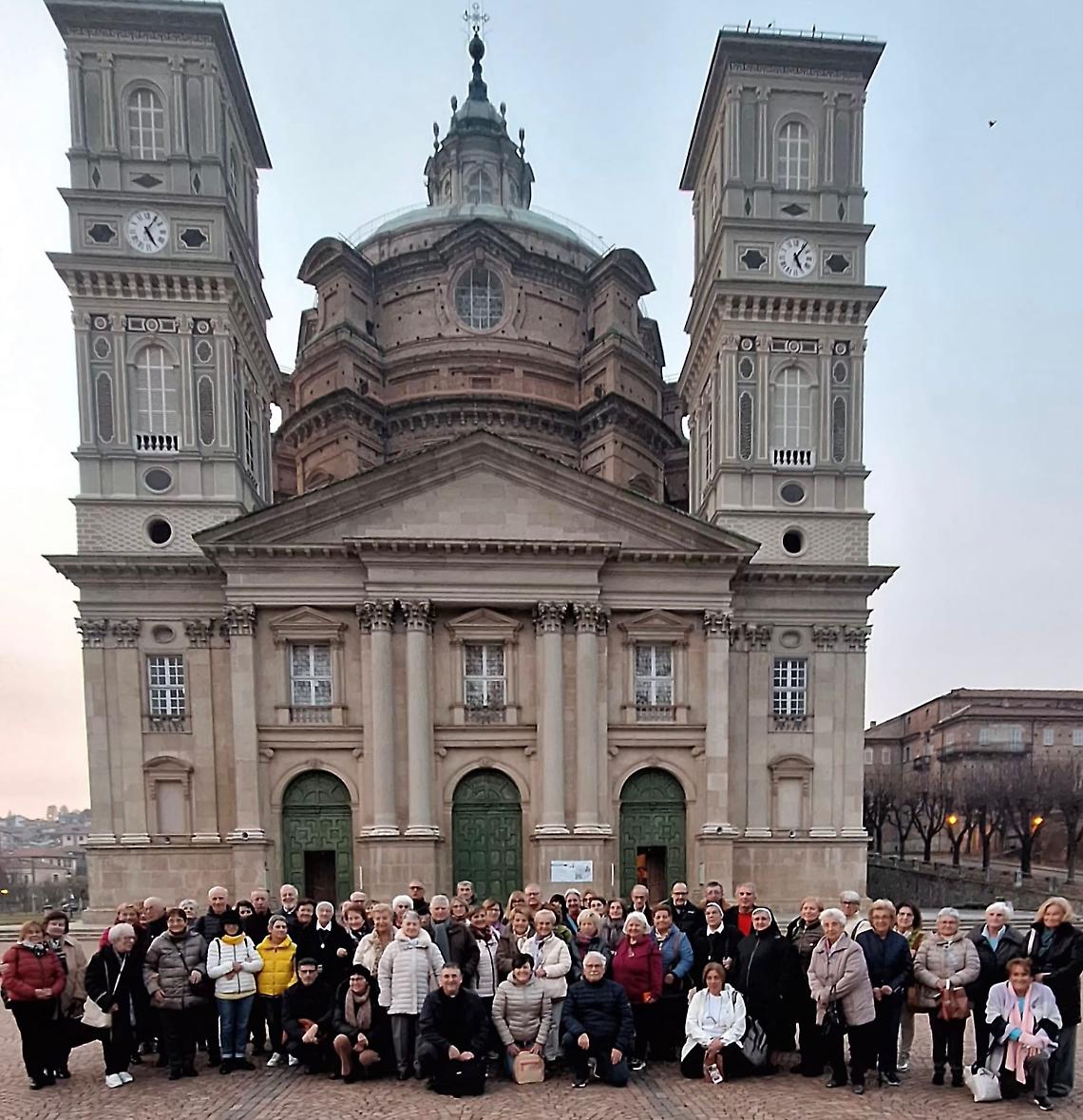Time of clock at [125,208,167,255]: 5:05
